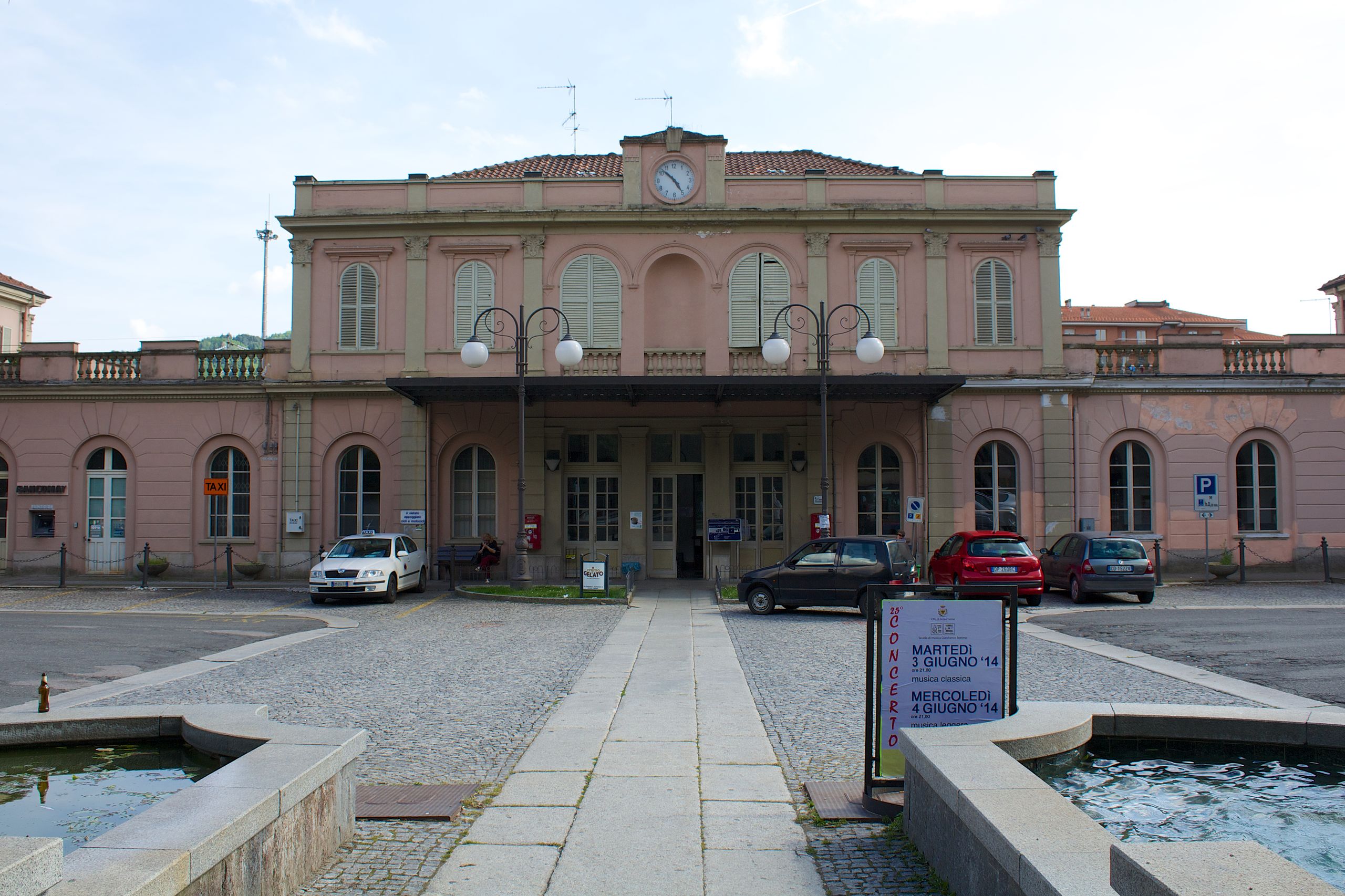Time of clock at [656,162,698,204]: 4:52
